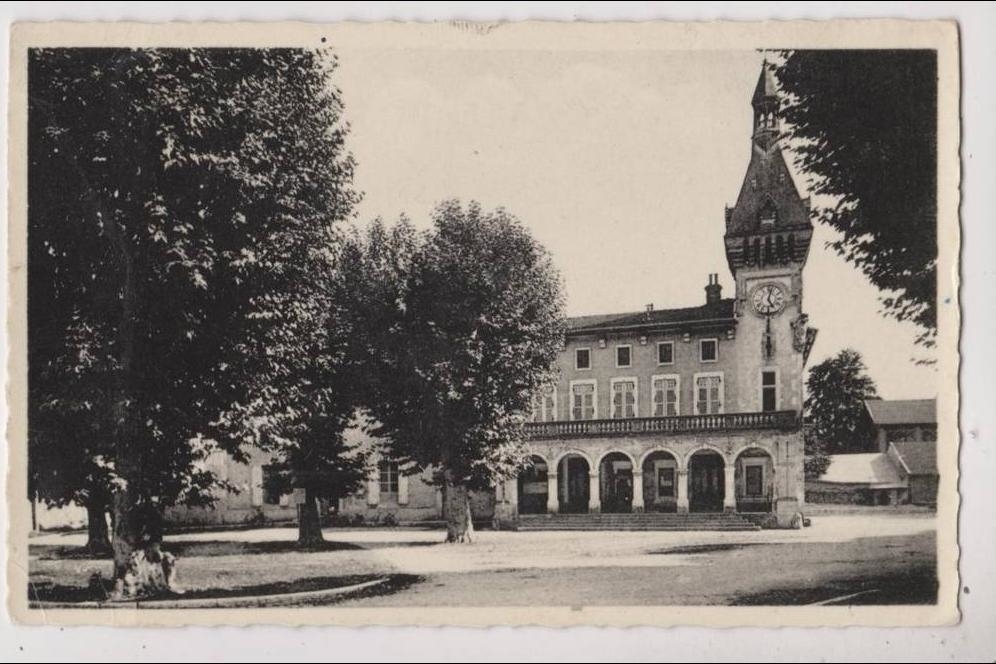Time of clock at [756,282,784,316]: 5:02
